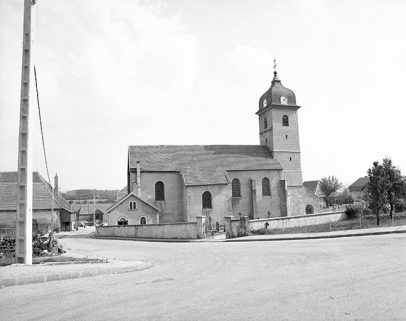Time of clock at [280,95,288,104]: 4:07
